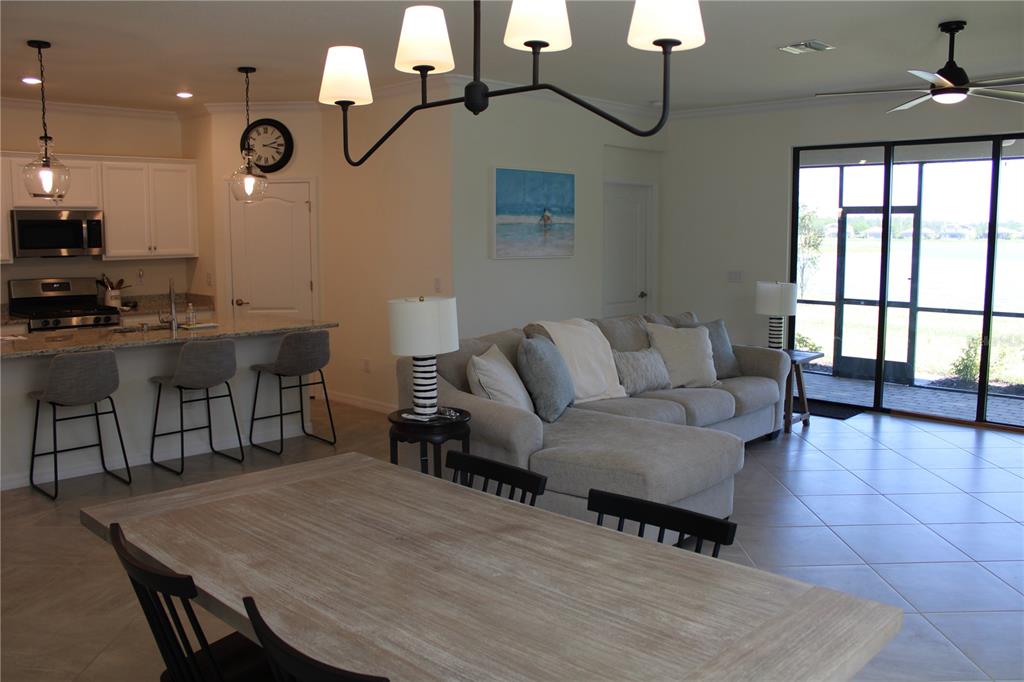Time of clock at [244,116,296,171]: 2:17
